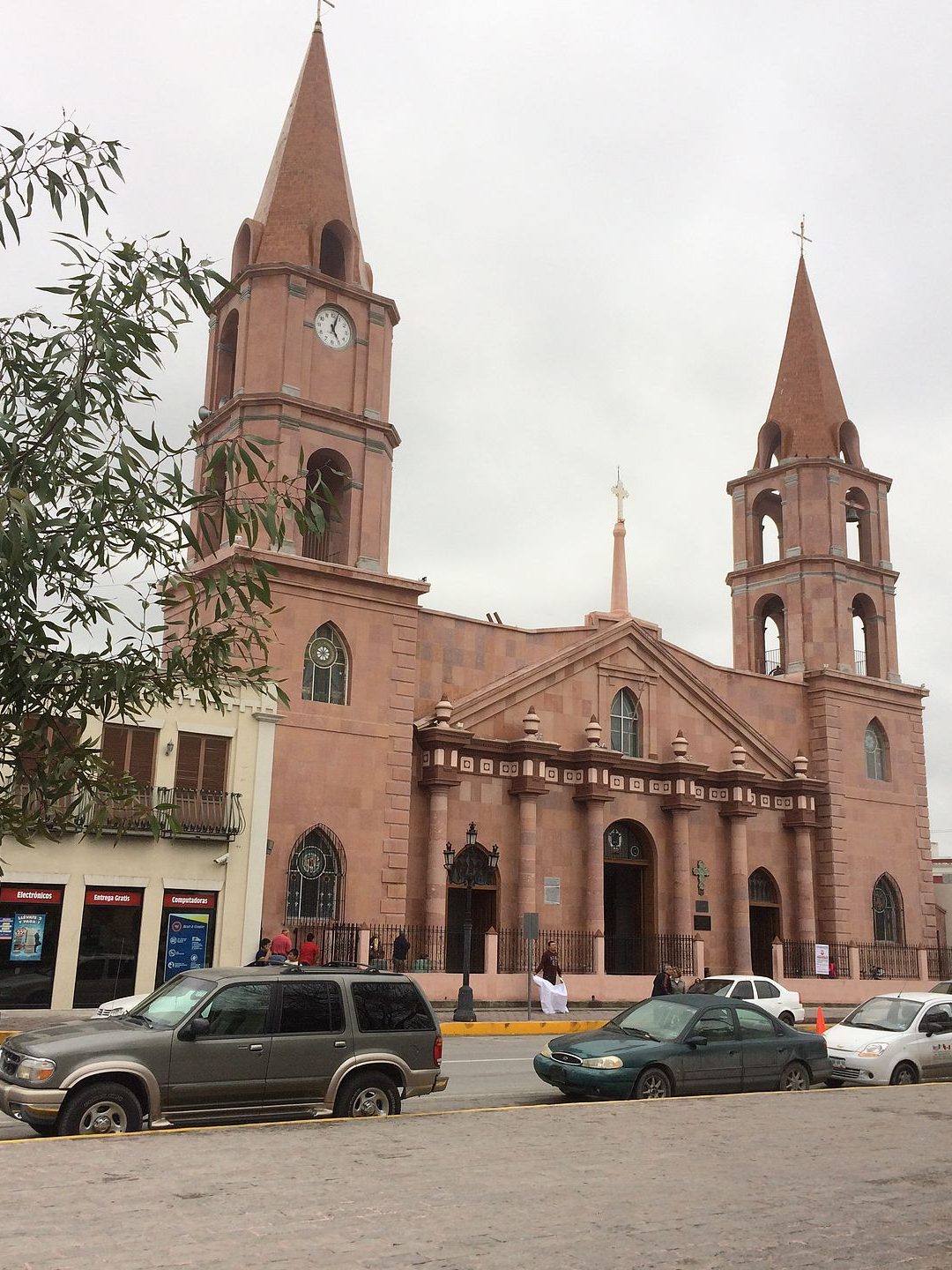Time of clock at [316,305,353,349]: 5:03
